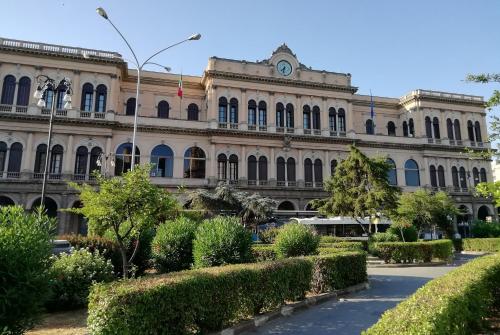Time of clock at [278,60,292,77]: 7:32
